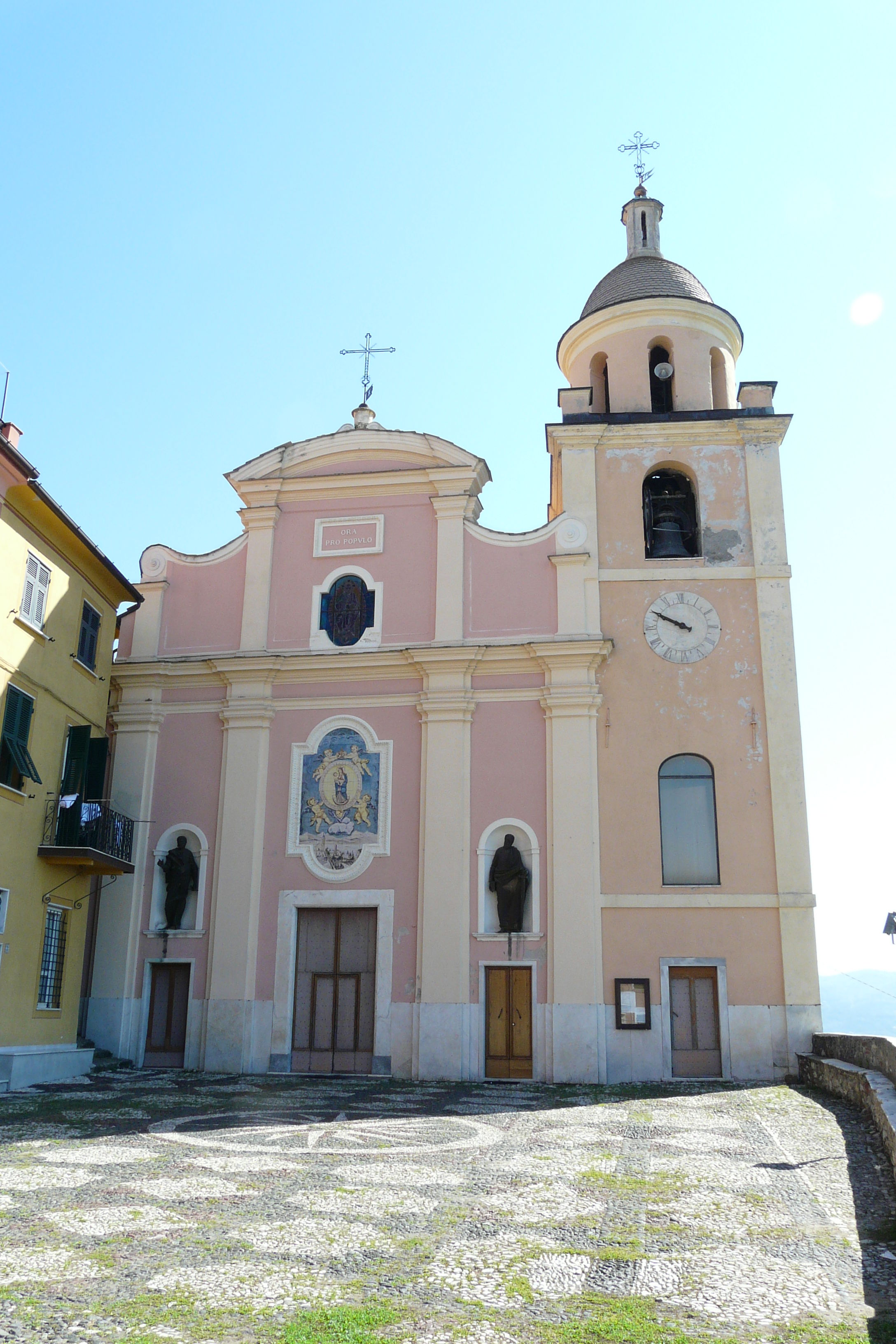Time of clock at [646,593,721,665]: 9:49
